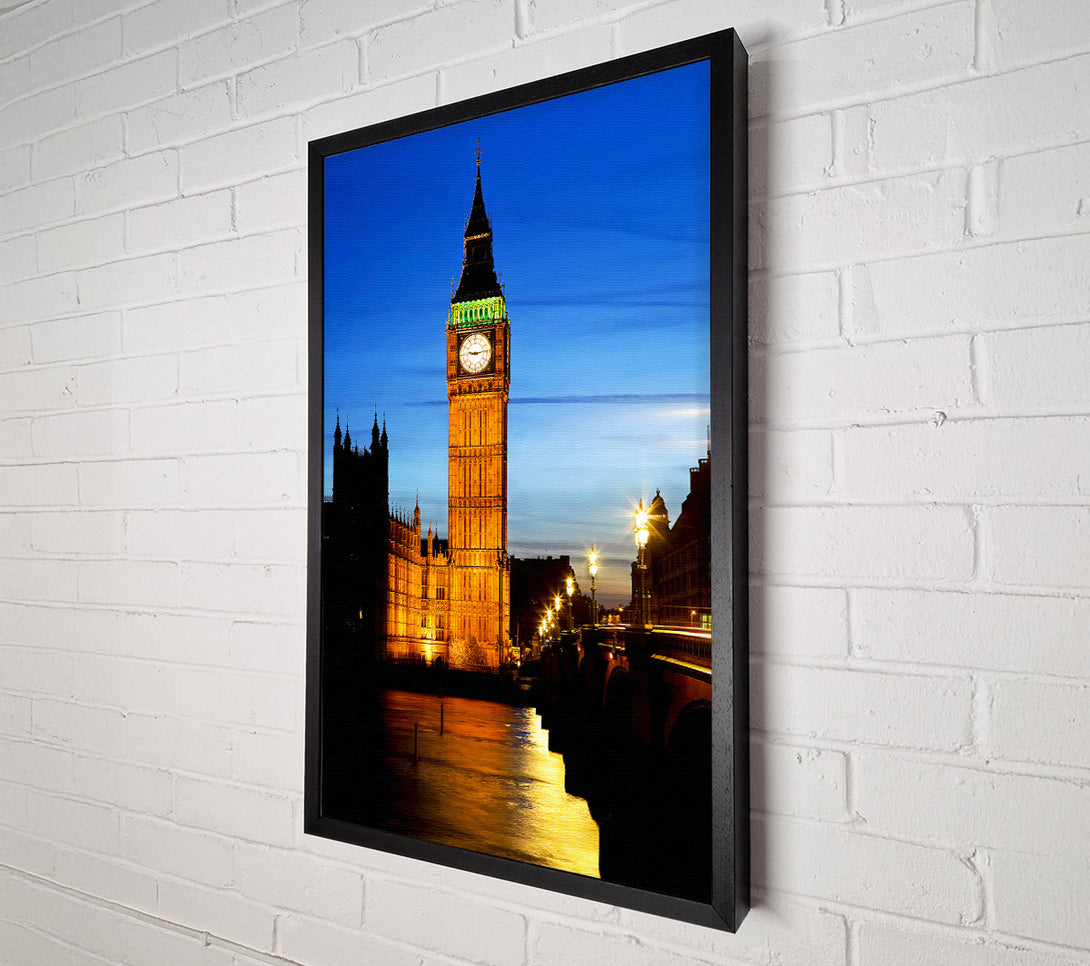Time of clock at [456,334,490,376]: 9:13
